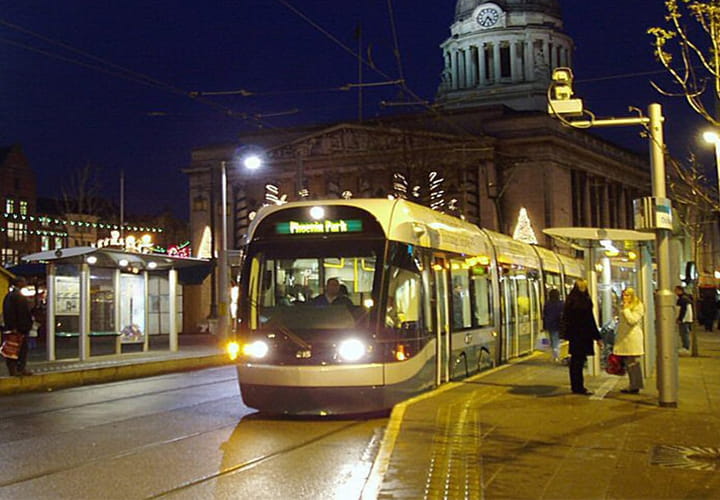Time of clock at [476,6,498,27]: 4:35
